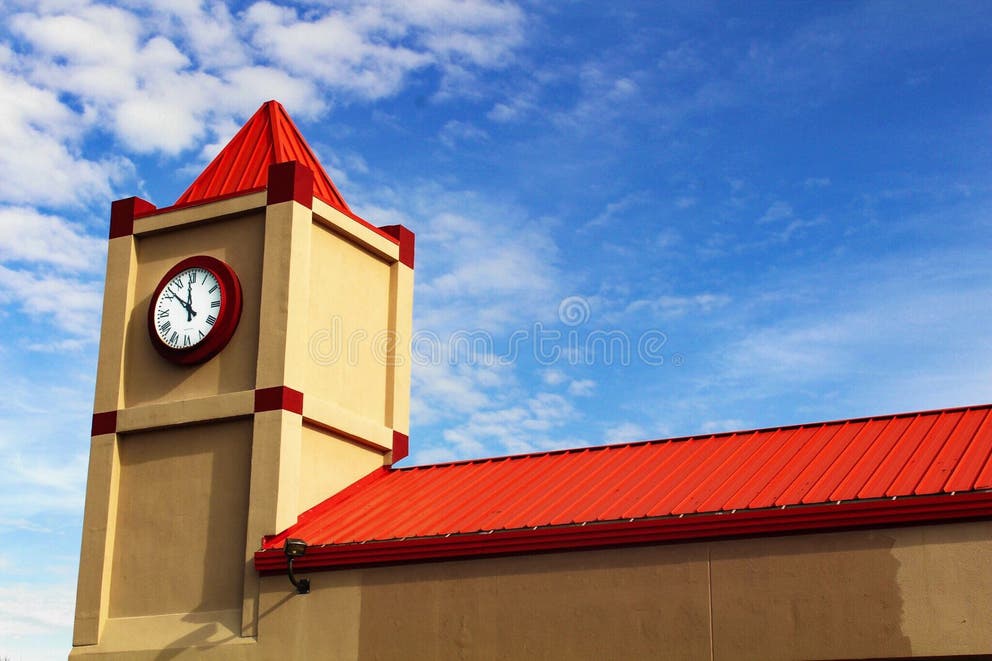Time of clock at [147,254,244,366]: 11:51
